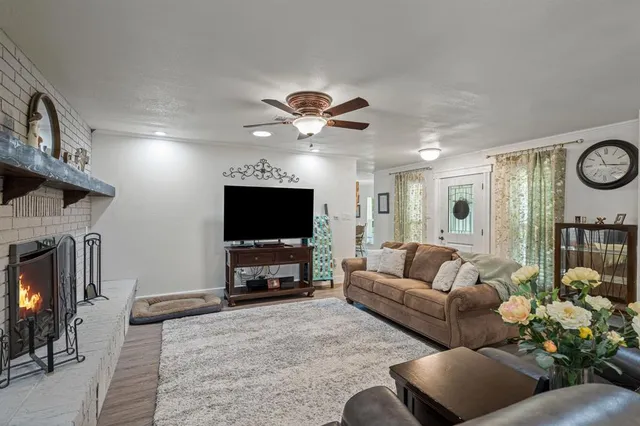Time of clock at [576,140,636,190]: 11:15
